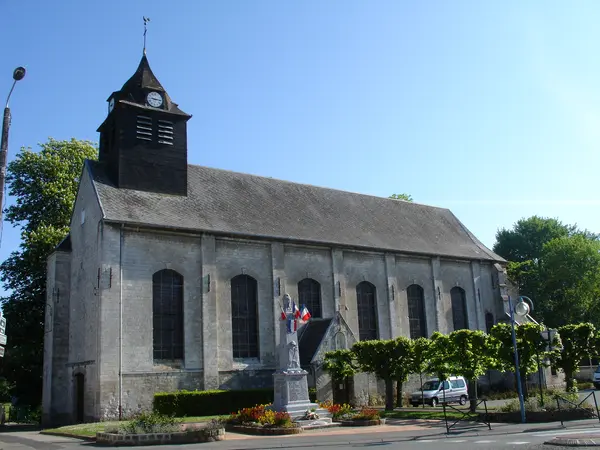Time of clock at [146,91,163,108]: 9:14
